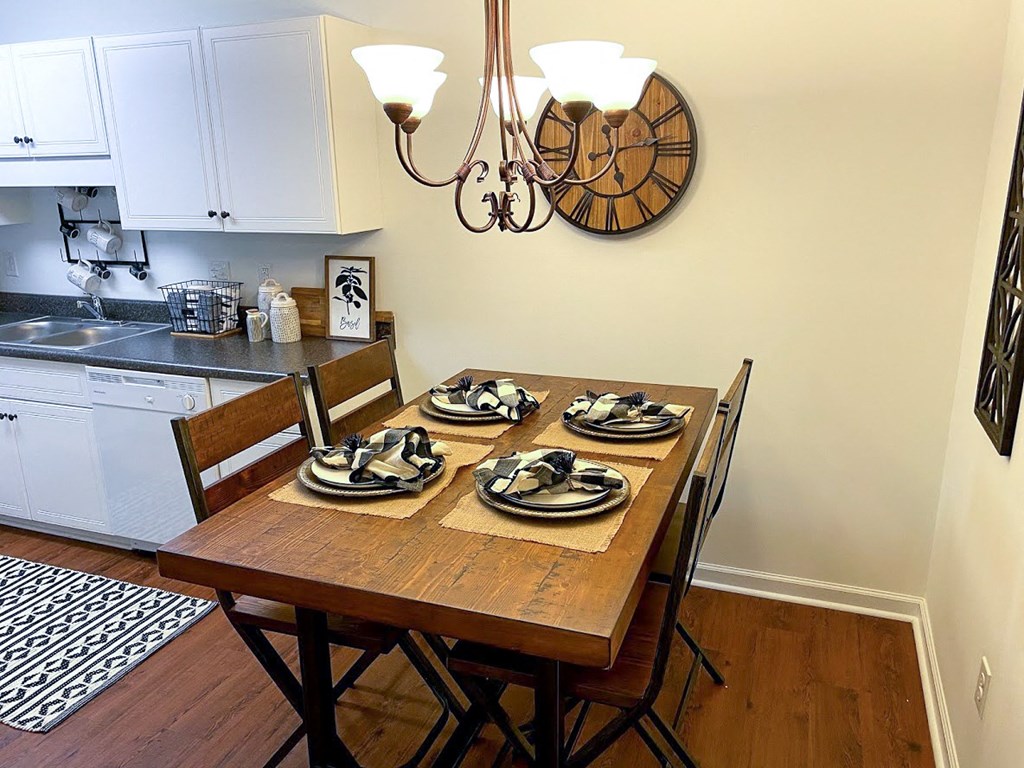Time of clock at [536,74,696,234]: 5:13
